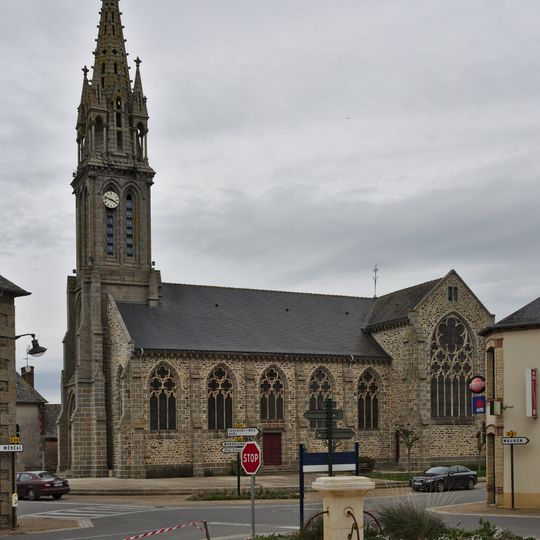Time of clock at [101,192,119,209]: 3:47
